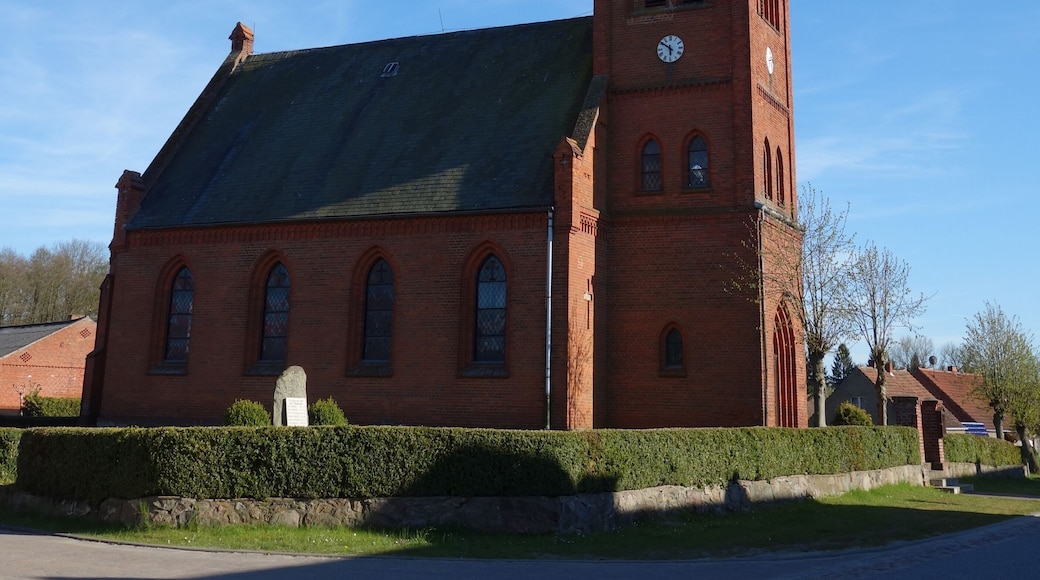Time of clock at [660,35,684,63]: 5:50
